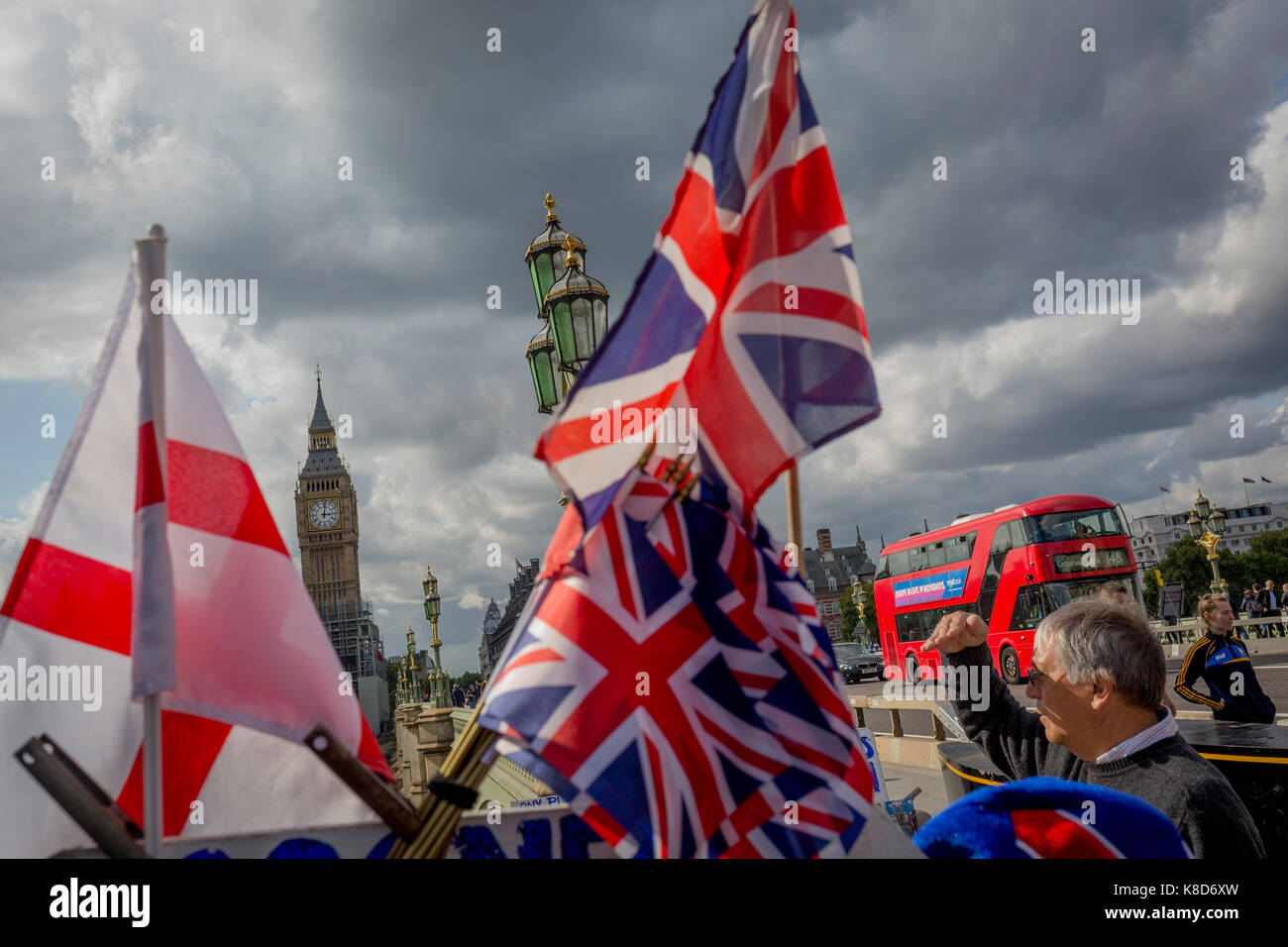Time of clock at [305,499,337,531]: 3:01
